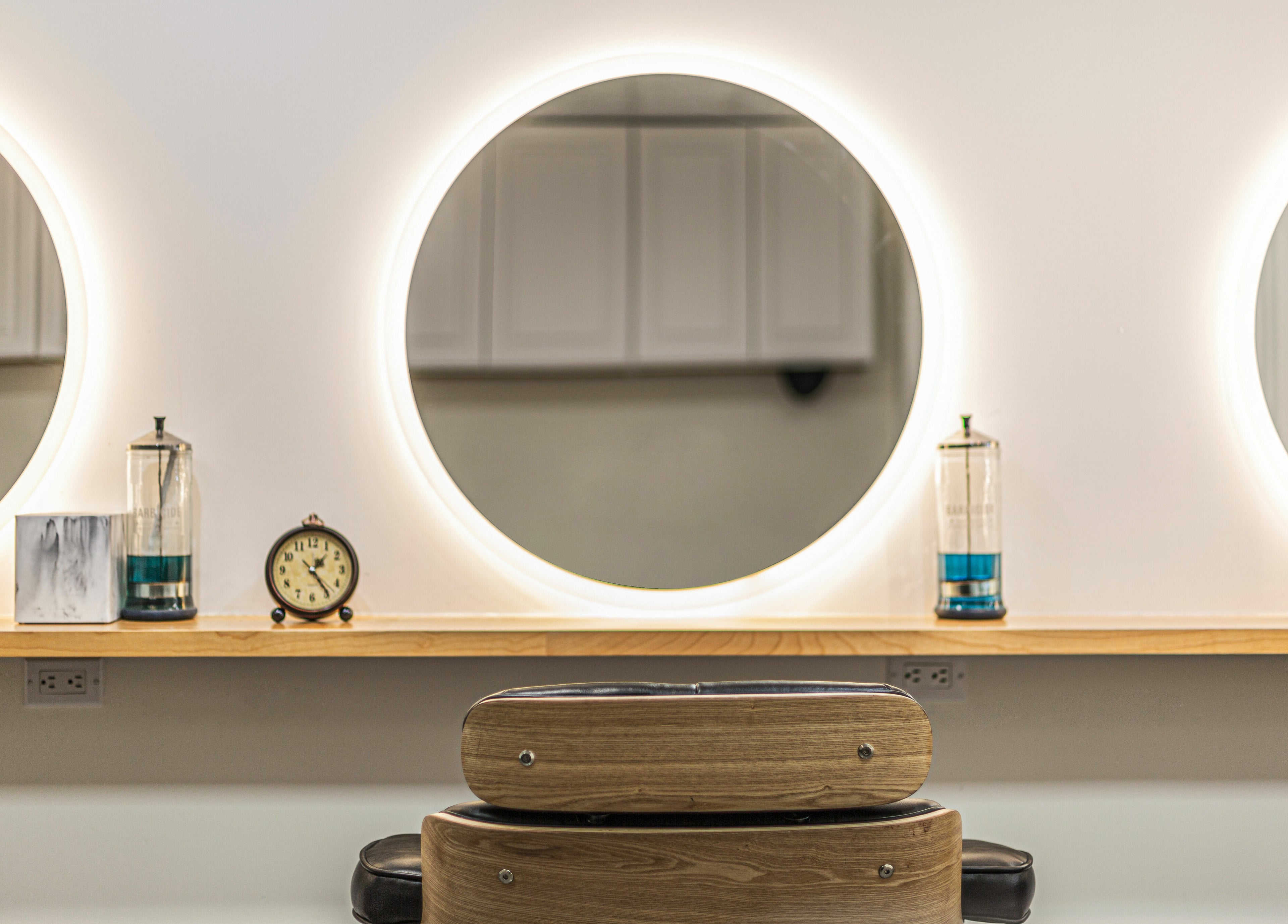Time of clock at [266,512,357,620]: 1:24
